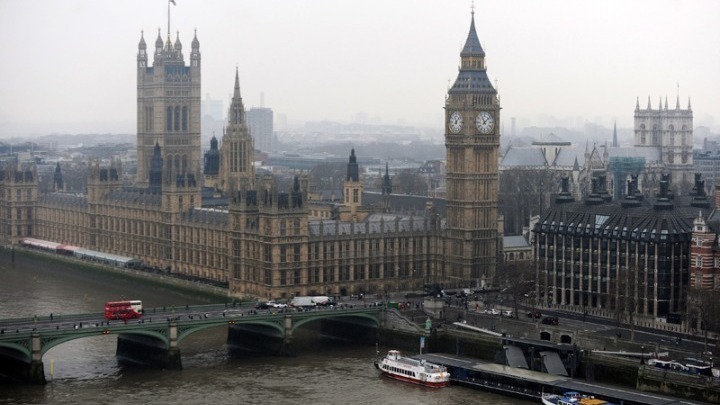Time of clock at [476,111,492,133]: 11:07
